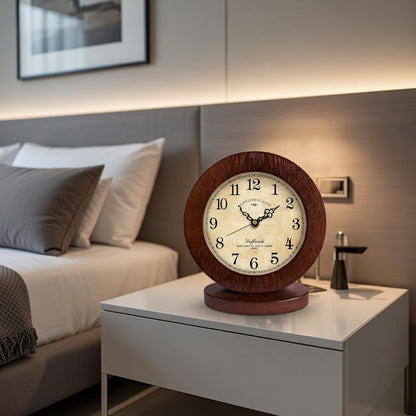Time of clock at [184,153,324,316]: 1:52
